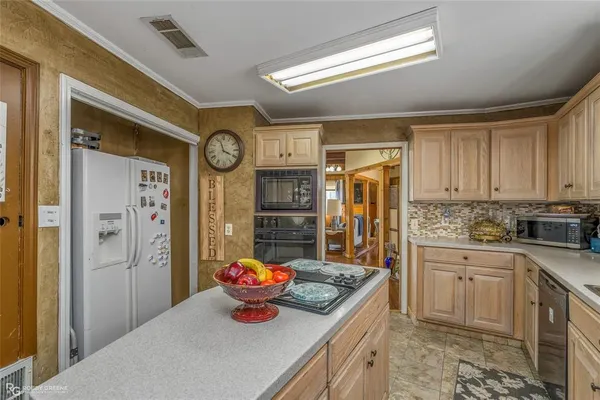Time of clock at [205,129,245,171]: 3:57
